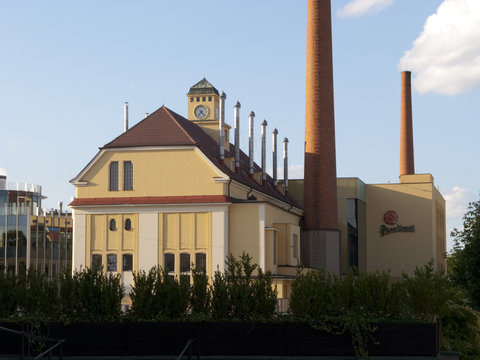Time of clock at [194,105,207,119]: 7:23
